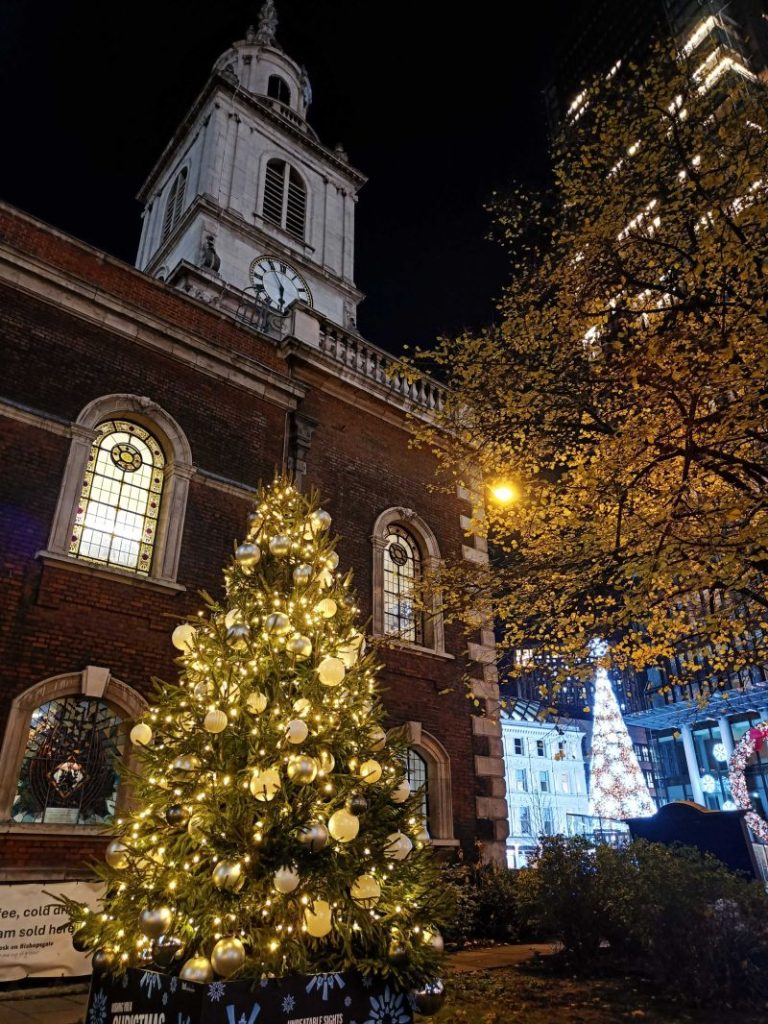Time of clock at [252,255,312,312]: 5:54
